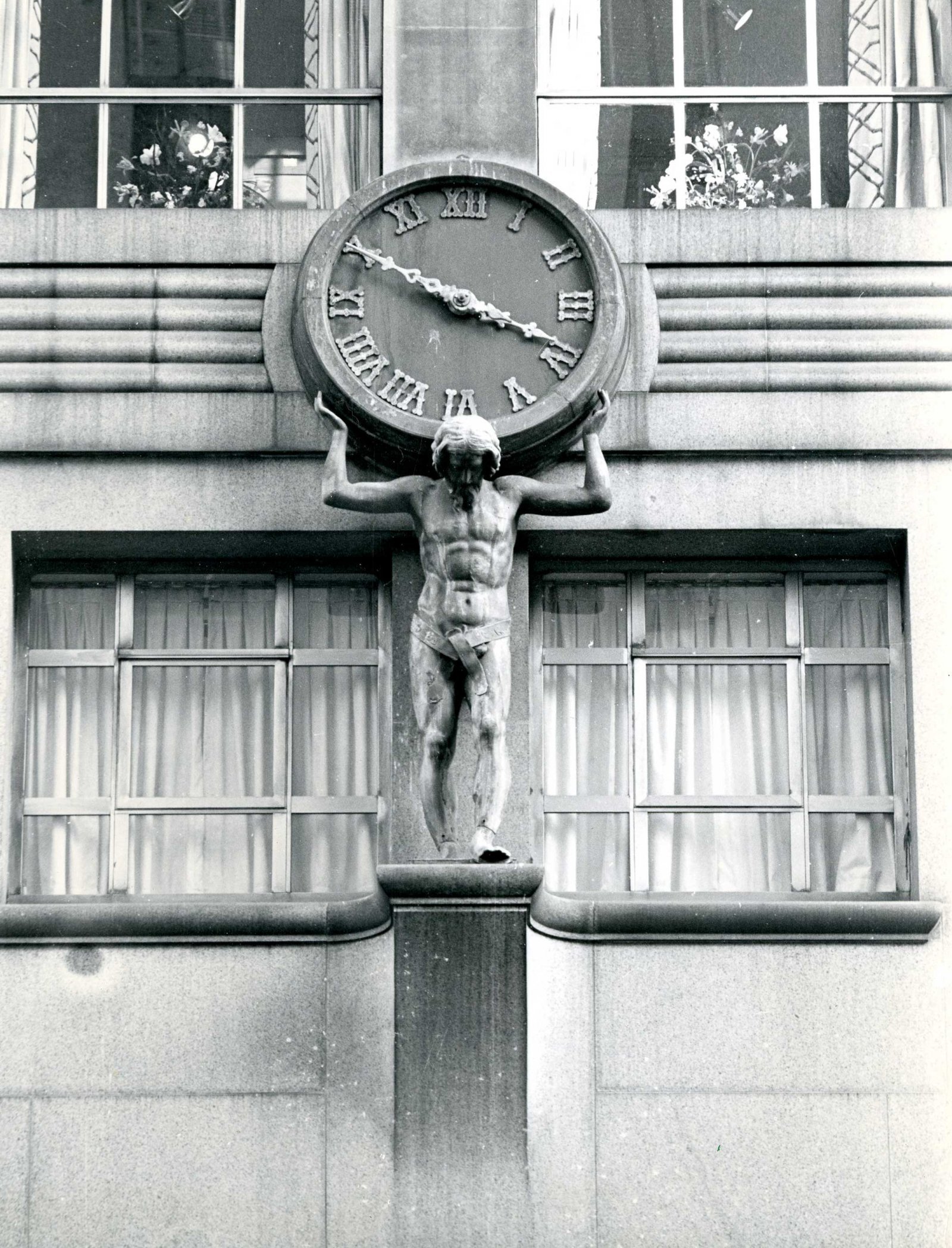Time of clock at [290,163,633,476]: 3:50
